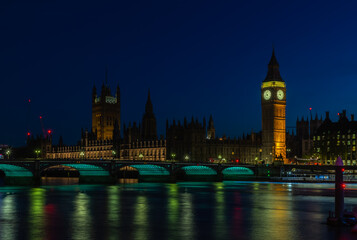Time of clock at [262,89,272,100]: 10:42
